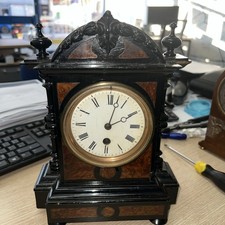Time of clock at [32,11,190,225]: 2:02
